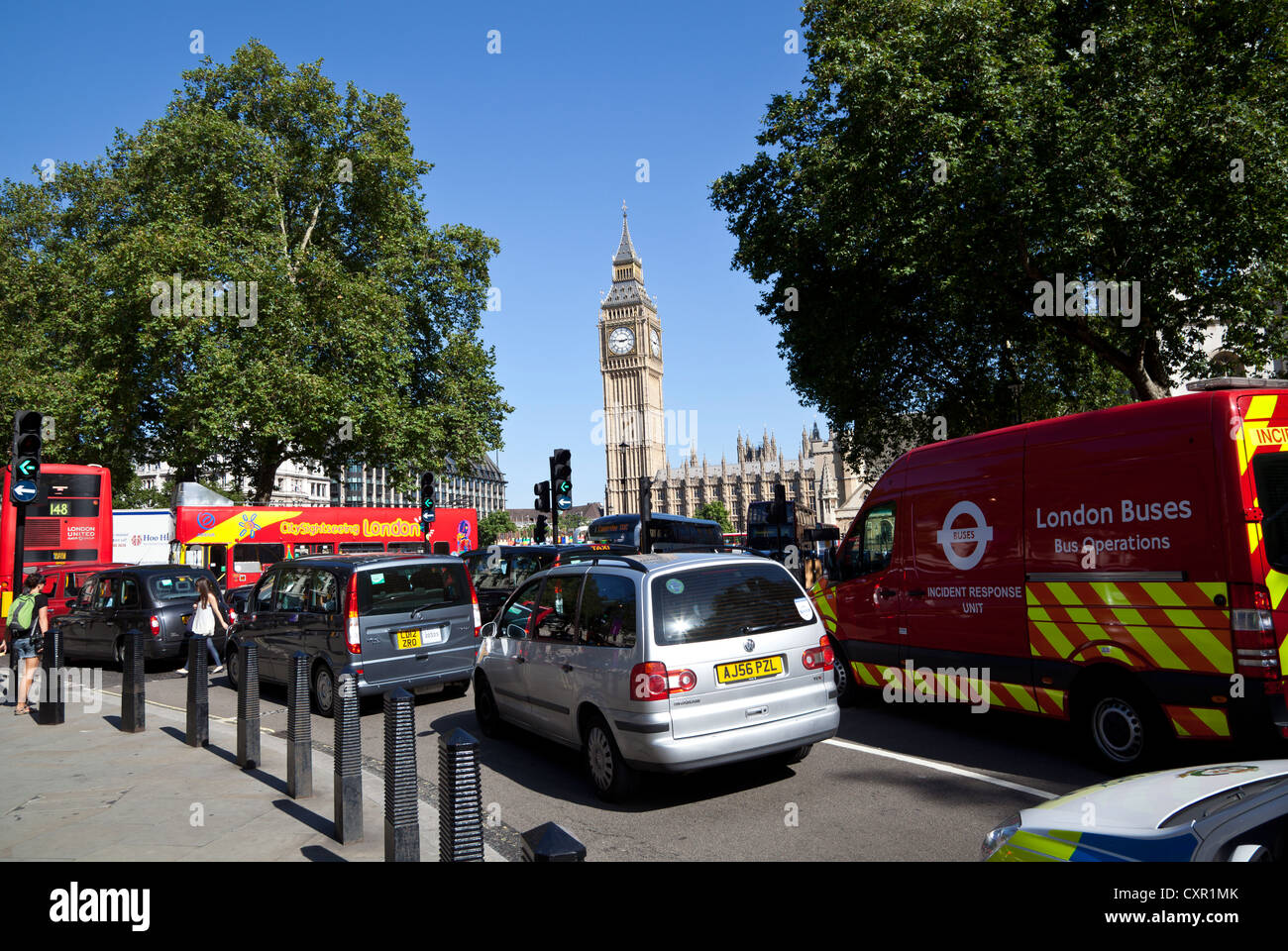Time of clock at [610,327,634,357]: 2:46
